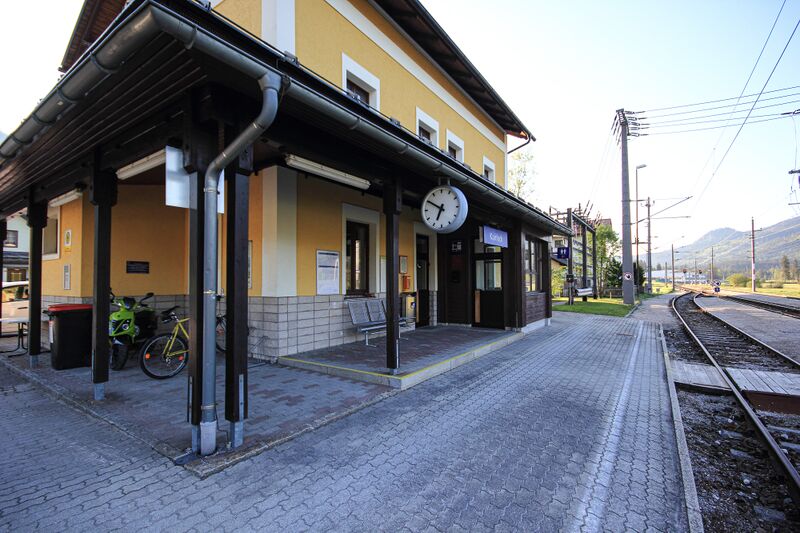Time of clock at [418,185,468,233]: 6:50
